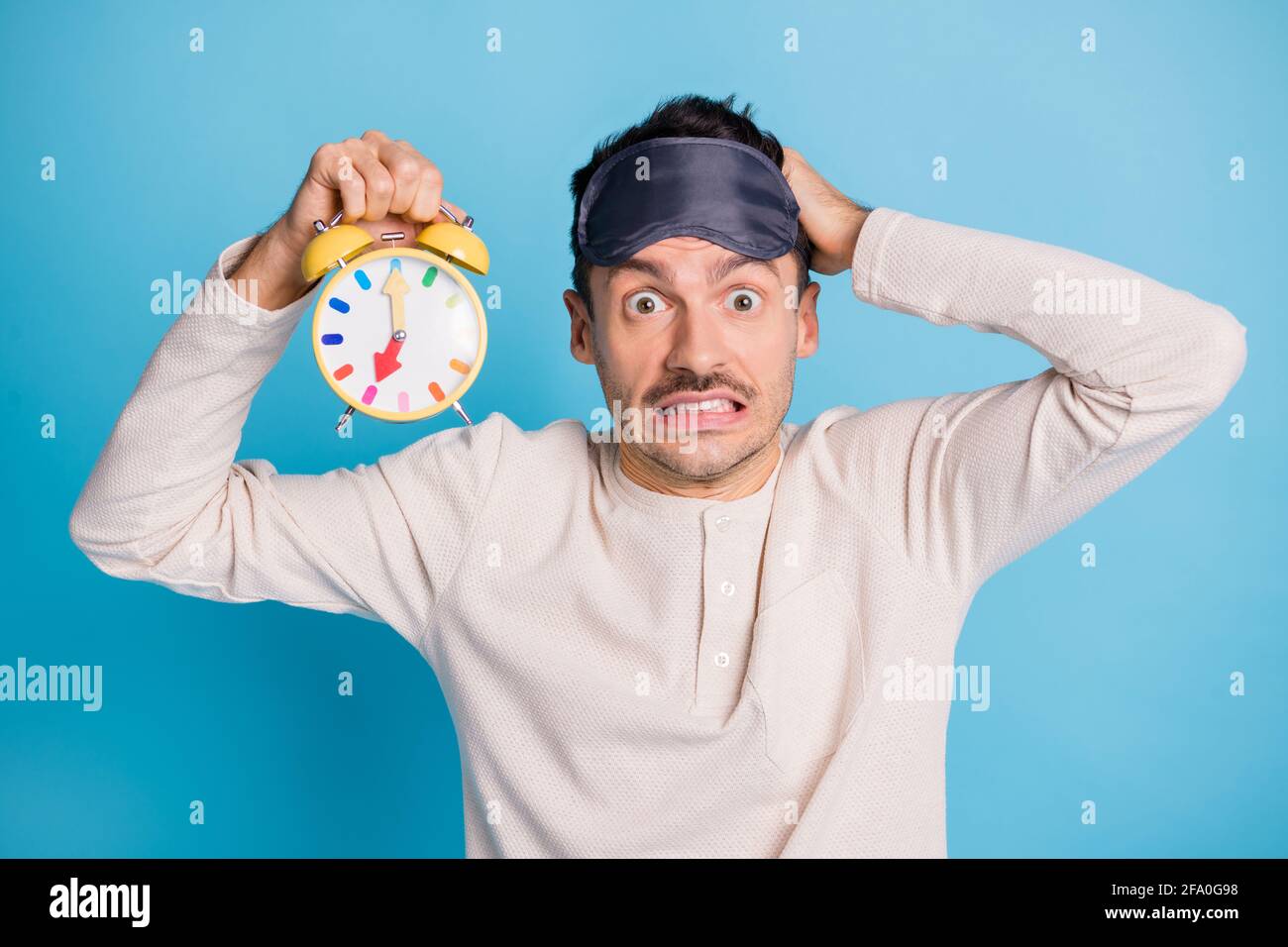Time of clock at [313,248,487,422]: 7:00
